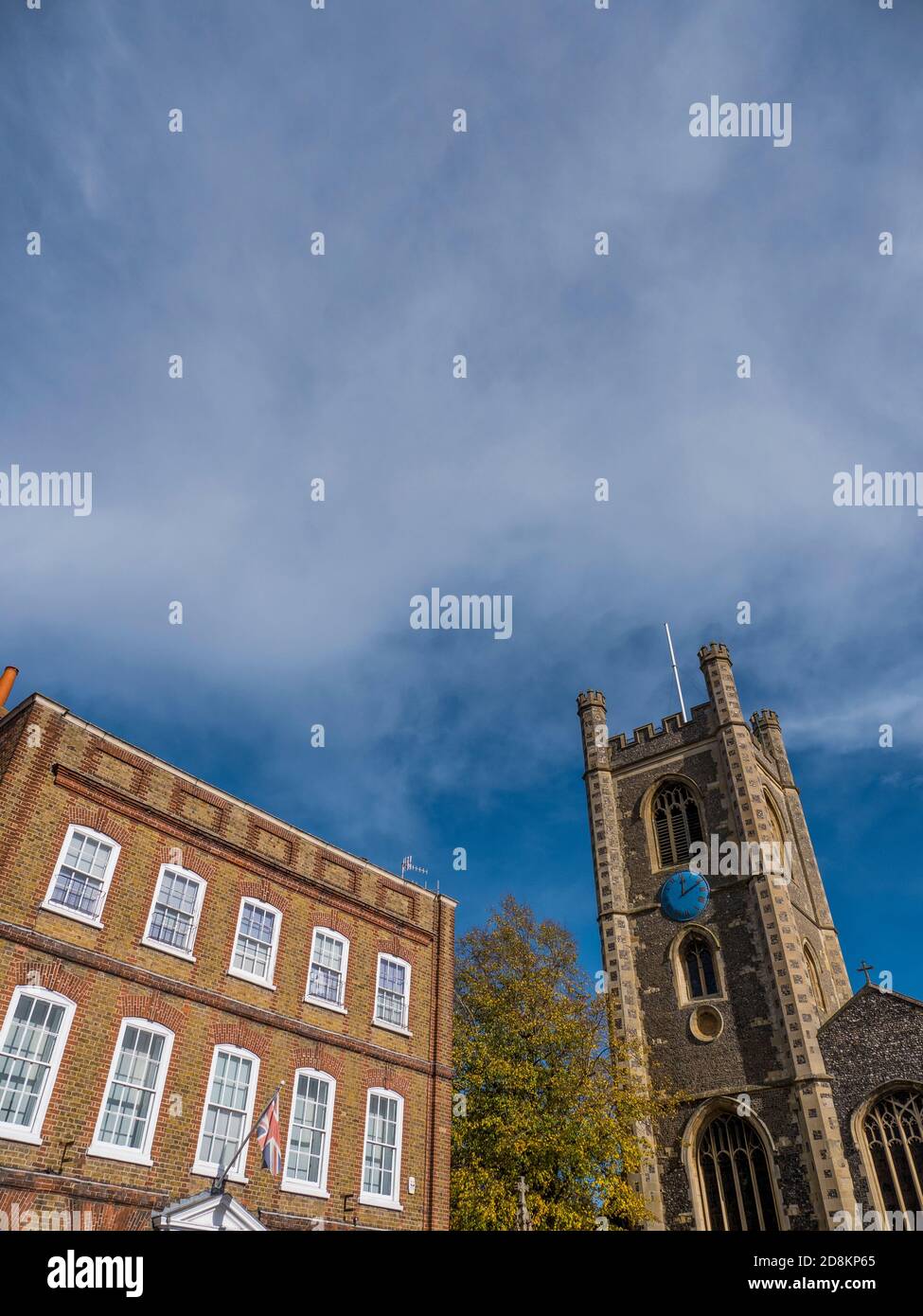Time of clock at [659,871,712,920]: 12:10
